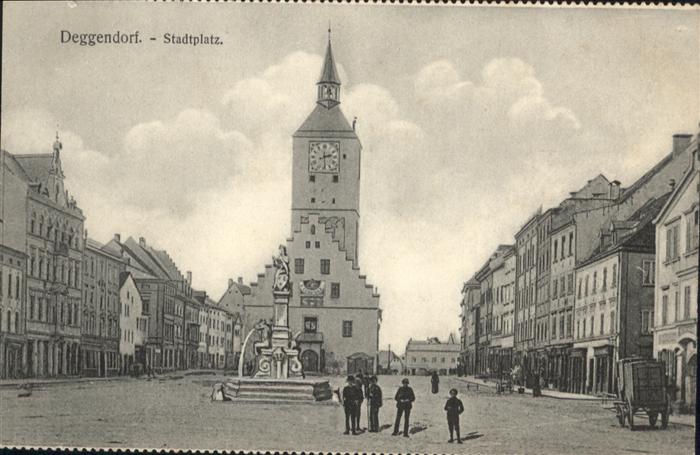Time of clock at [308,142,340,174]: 2:29
